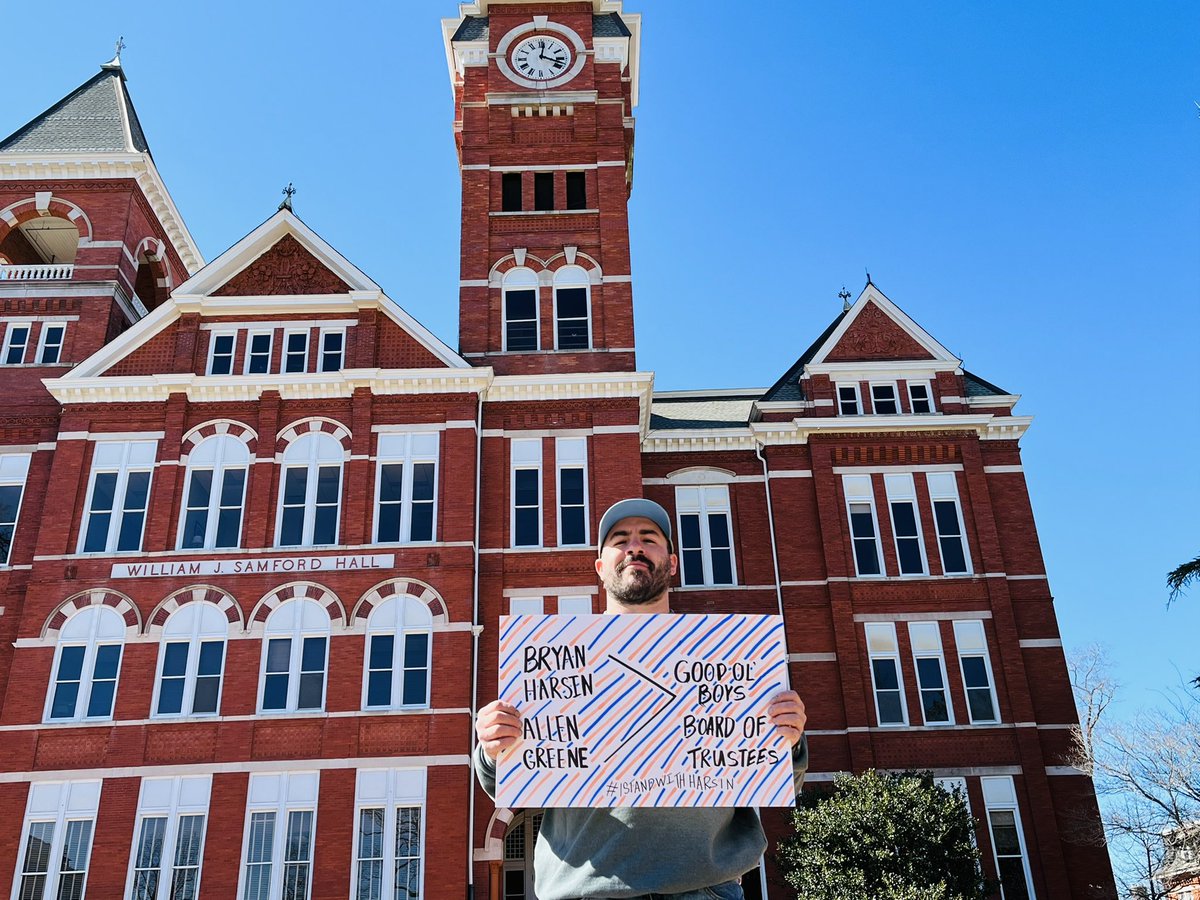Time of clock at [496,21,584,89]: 12:18
